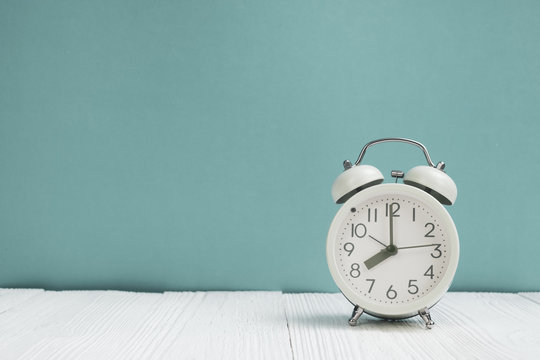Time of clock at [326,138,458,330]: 8:00
